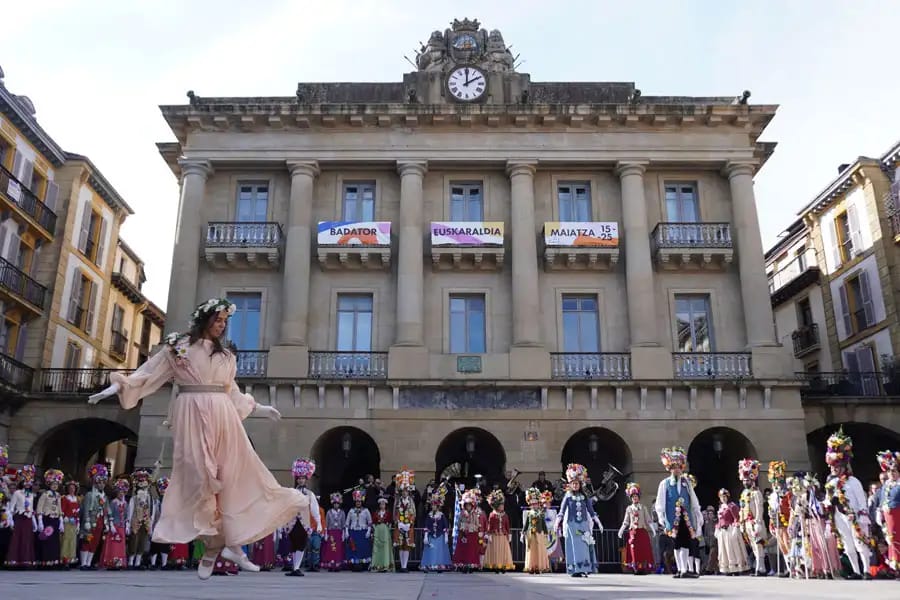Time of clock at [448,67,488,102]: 2:00
